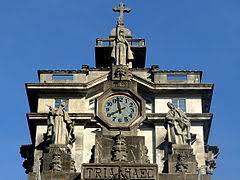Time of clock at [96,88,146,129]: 7:58
